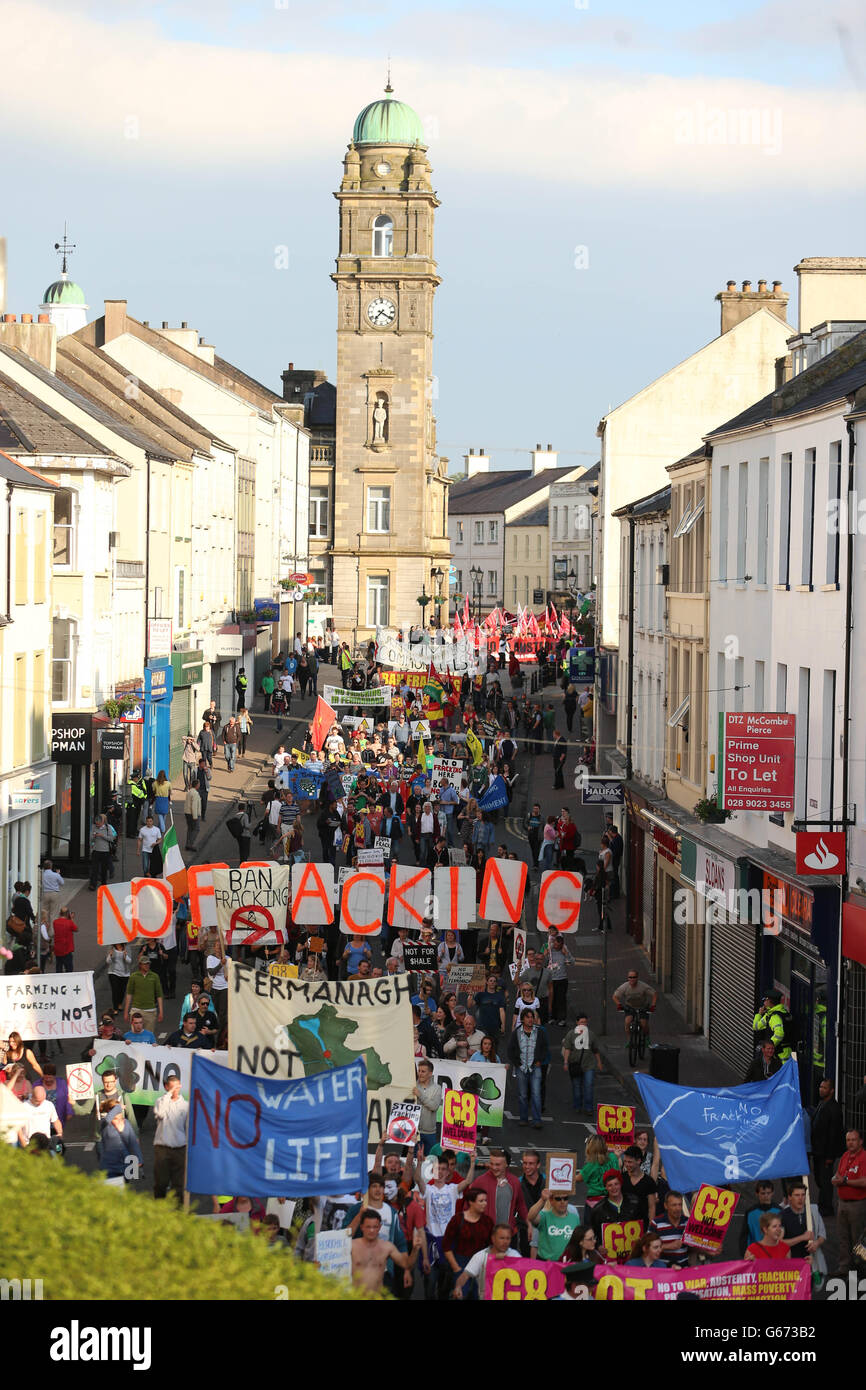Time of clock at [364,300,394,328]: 7:20
